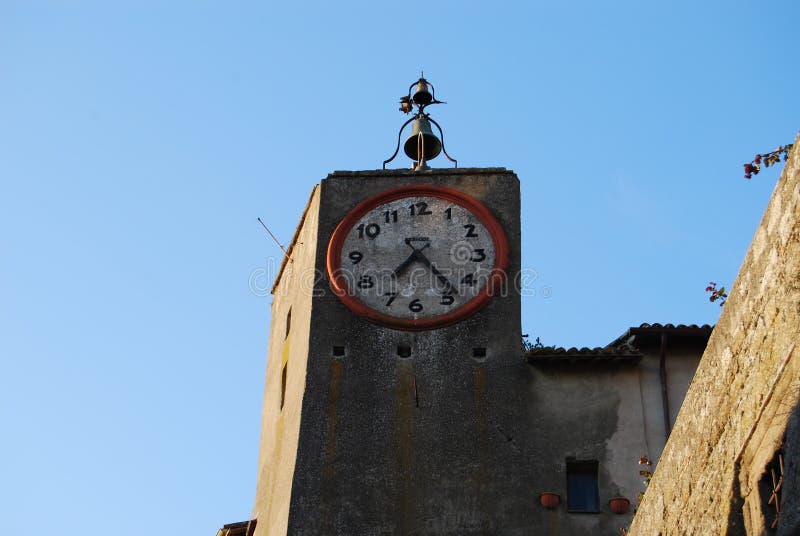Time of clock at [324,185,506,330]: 7:23
